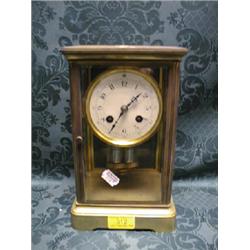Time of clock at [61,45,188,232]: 7:07
